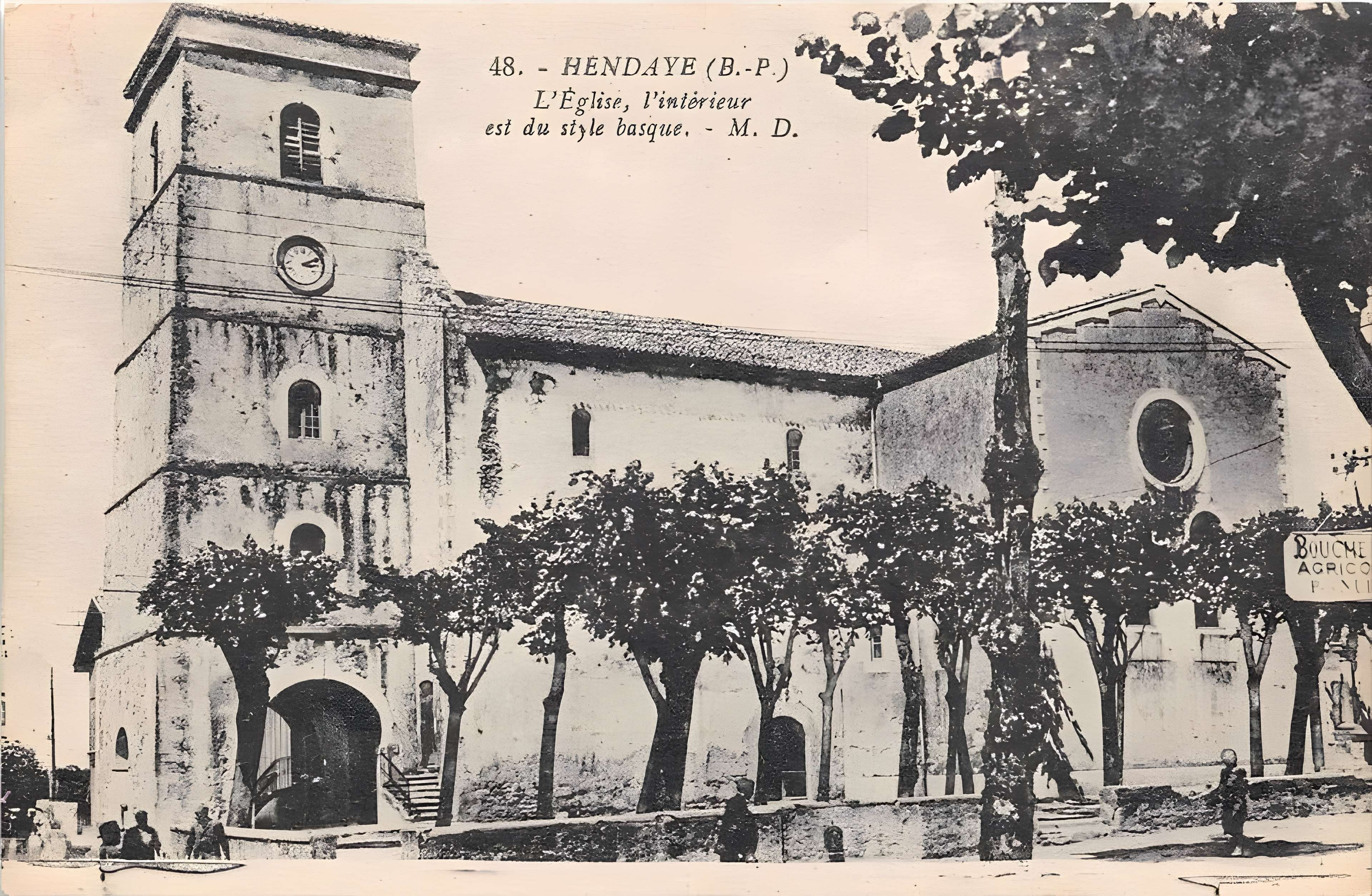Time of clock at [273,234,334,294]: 3:10
